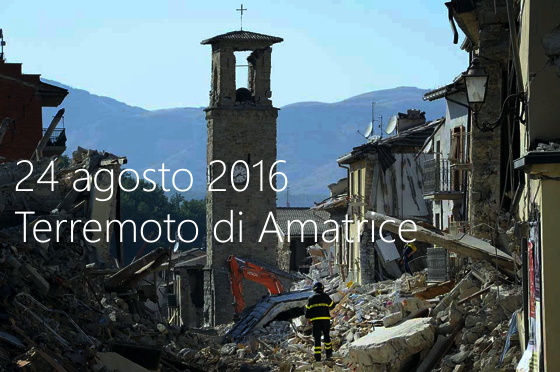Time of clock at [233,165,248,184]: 3:40
